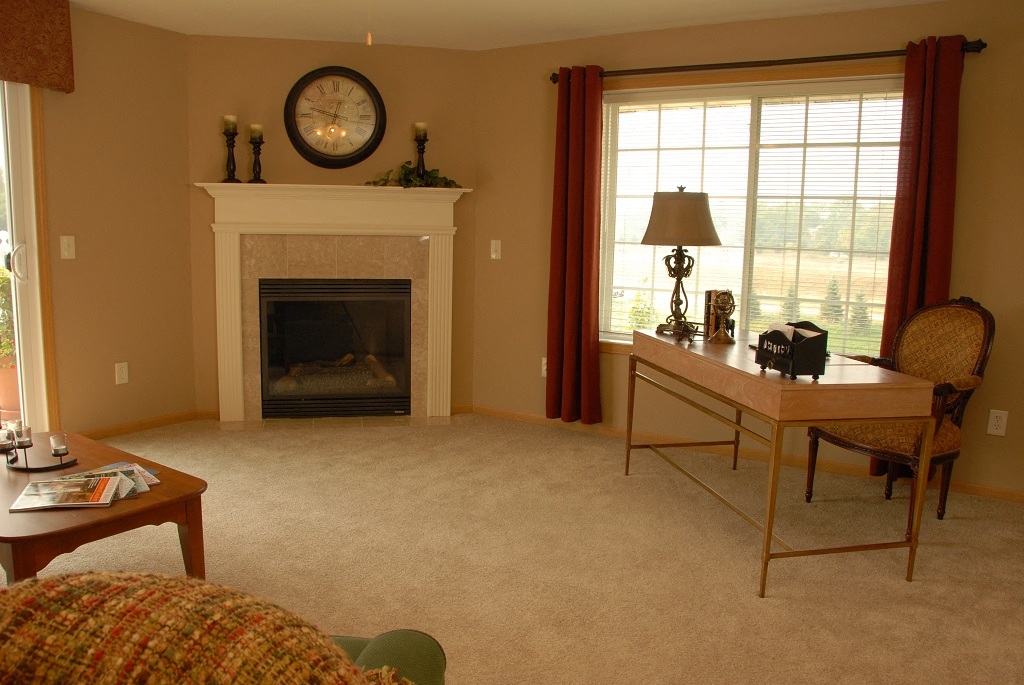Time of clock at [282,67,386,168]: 12:47
